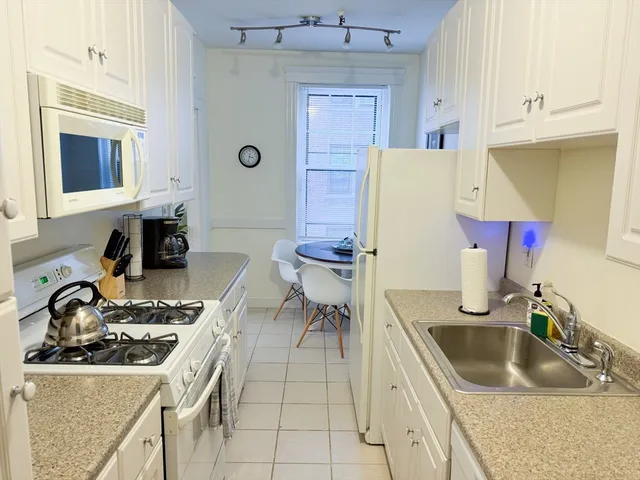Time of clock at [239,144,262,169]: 3:32
